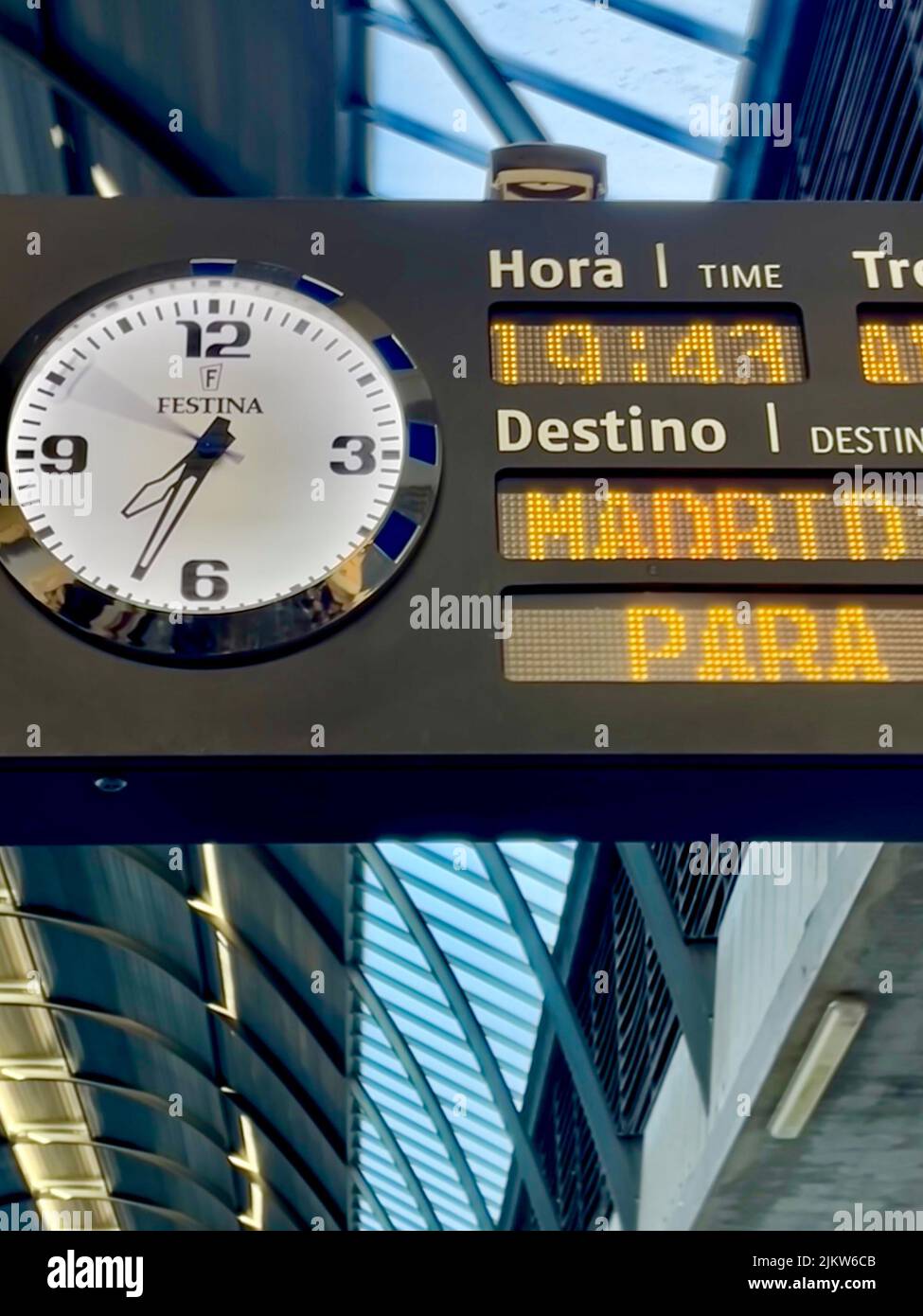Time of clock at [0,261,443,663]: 7:33
